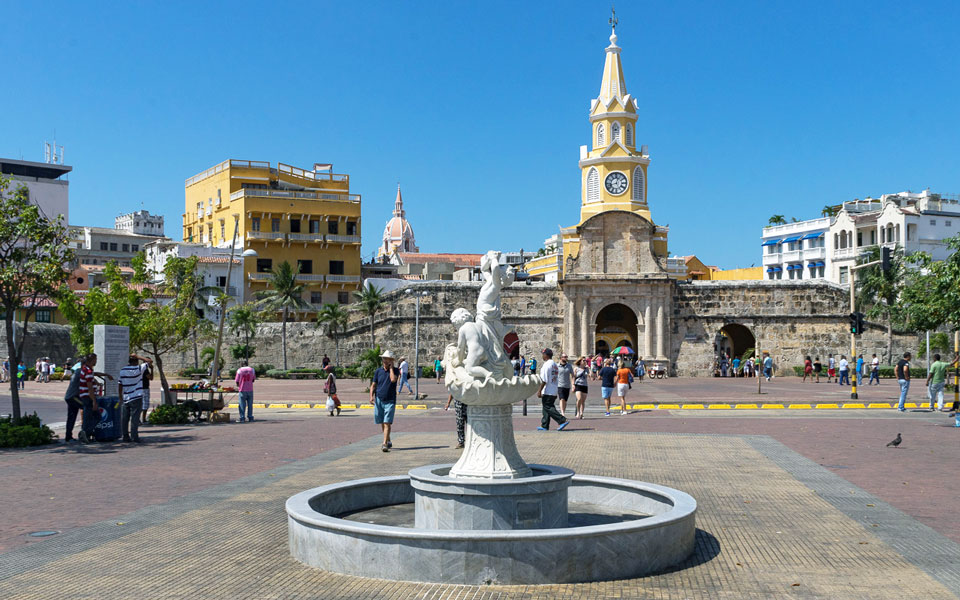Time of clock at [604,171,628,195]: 12:42
